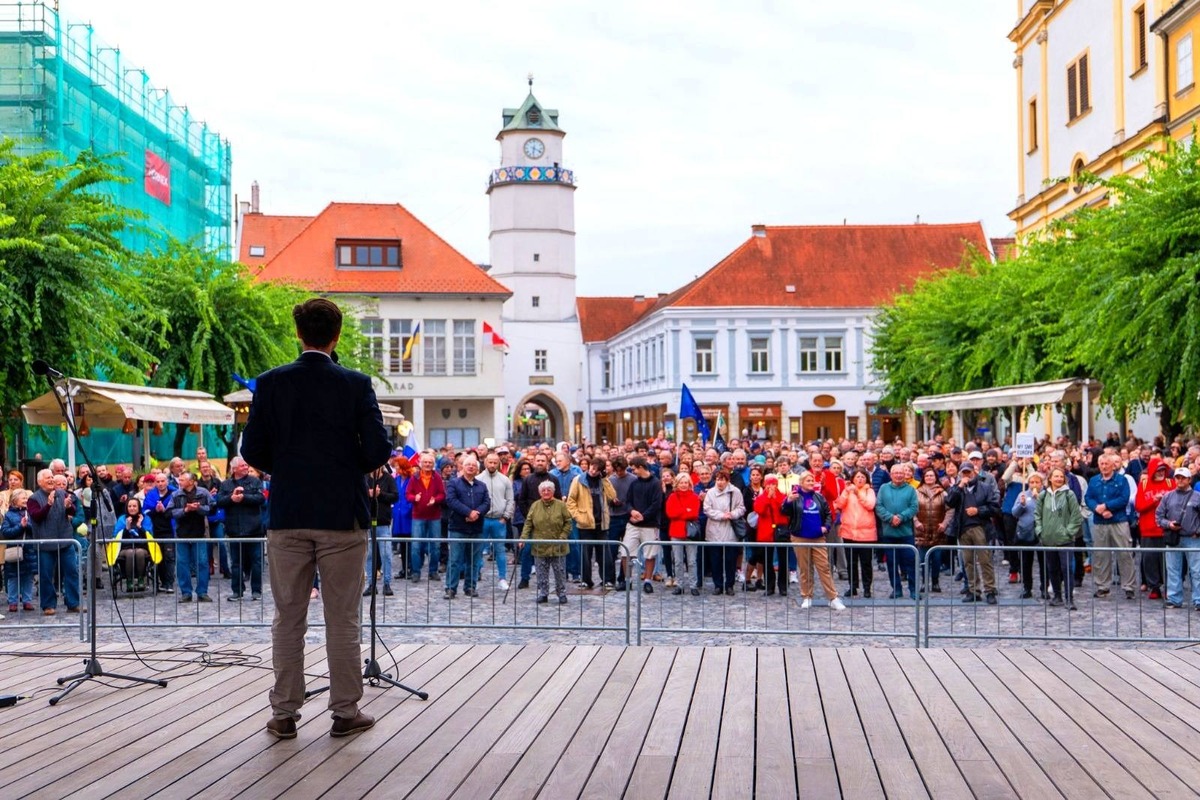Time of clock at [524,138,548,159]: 6:18
